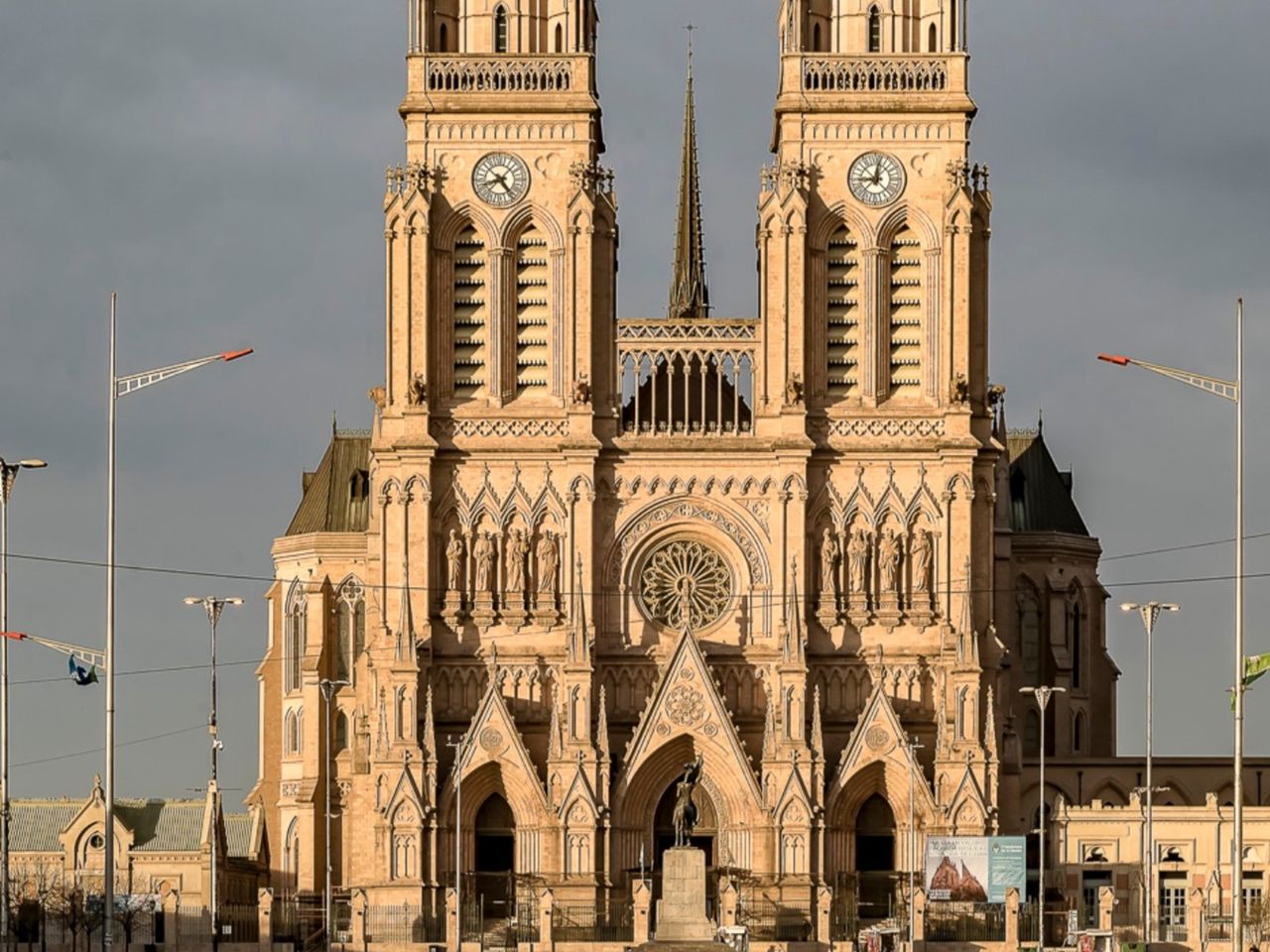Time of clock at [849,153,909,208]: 9:01
